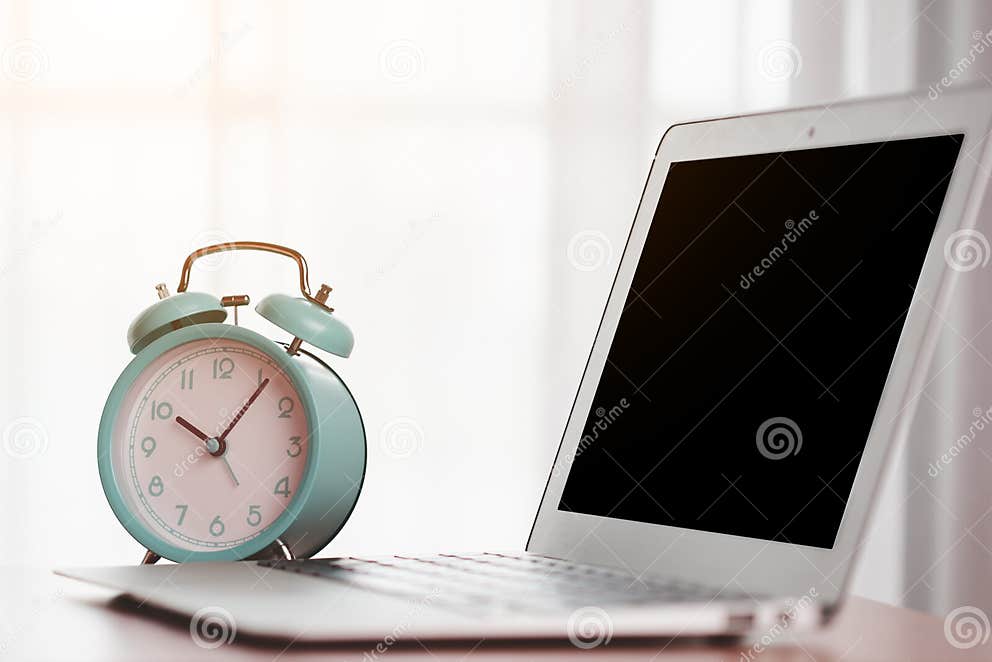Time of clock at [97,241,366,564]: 10:06
